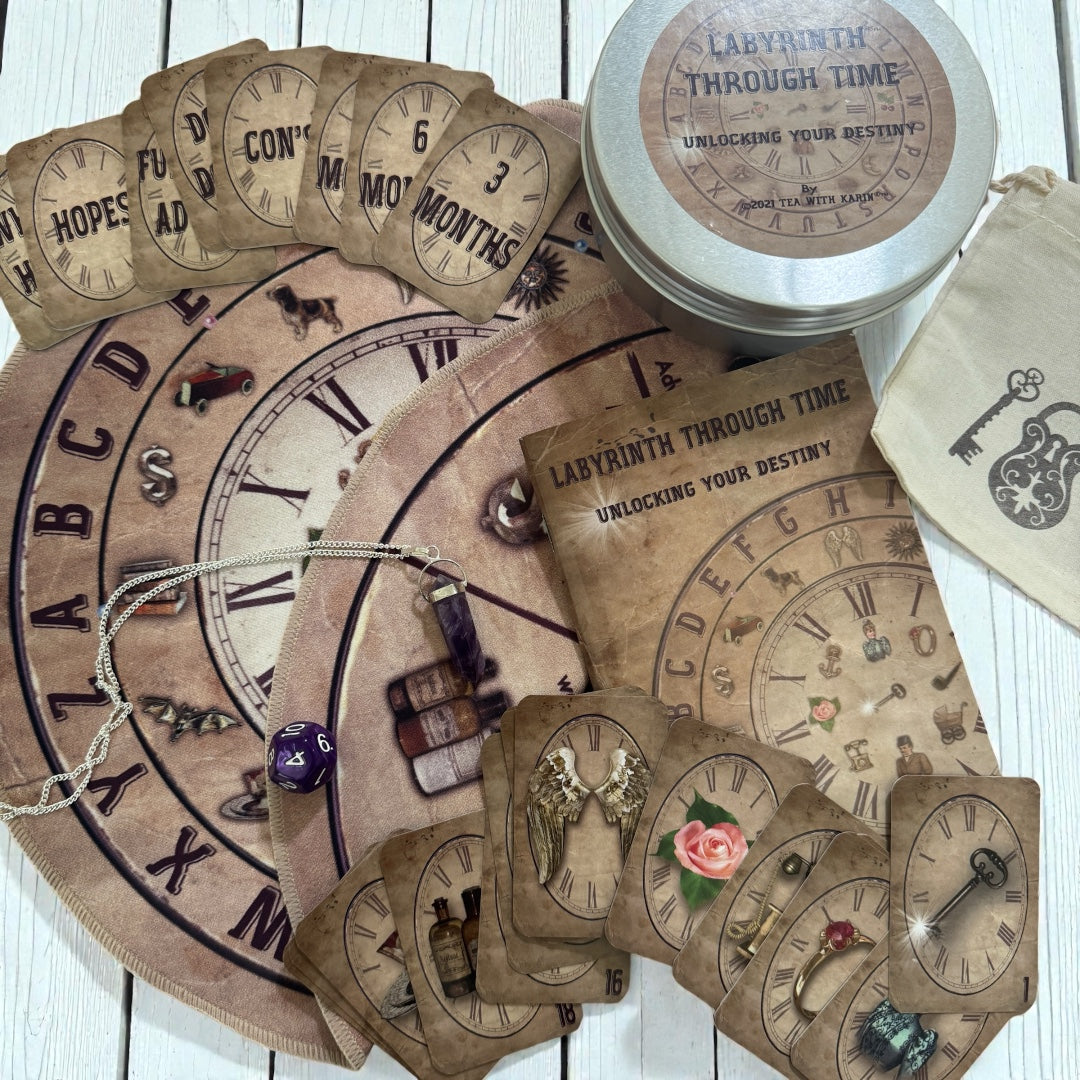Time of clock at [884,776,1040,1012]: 2:39
